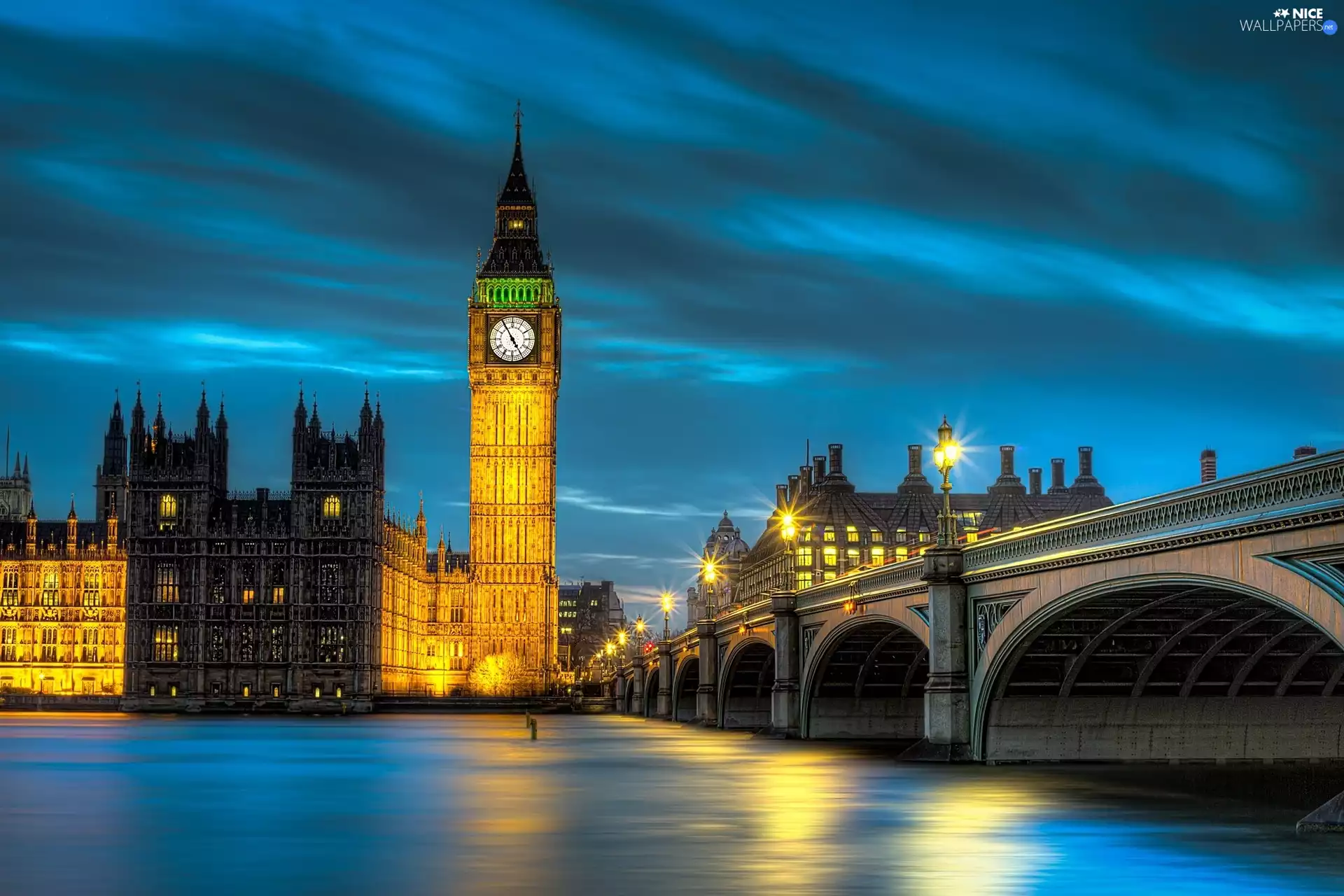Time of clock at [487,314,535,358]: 4:54
